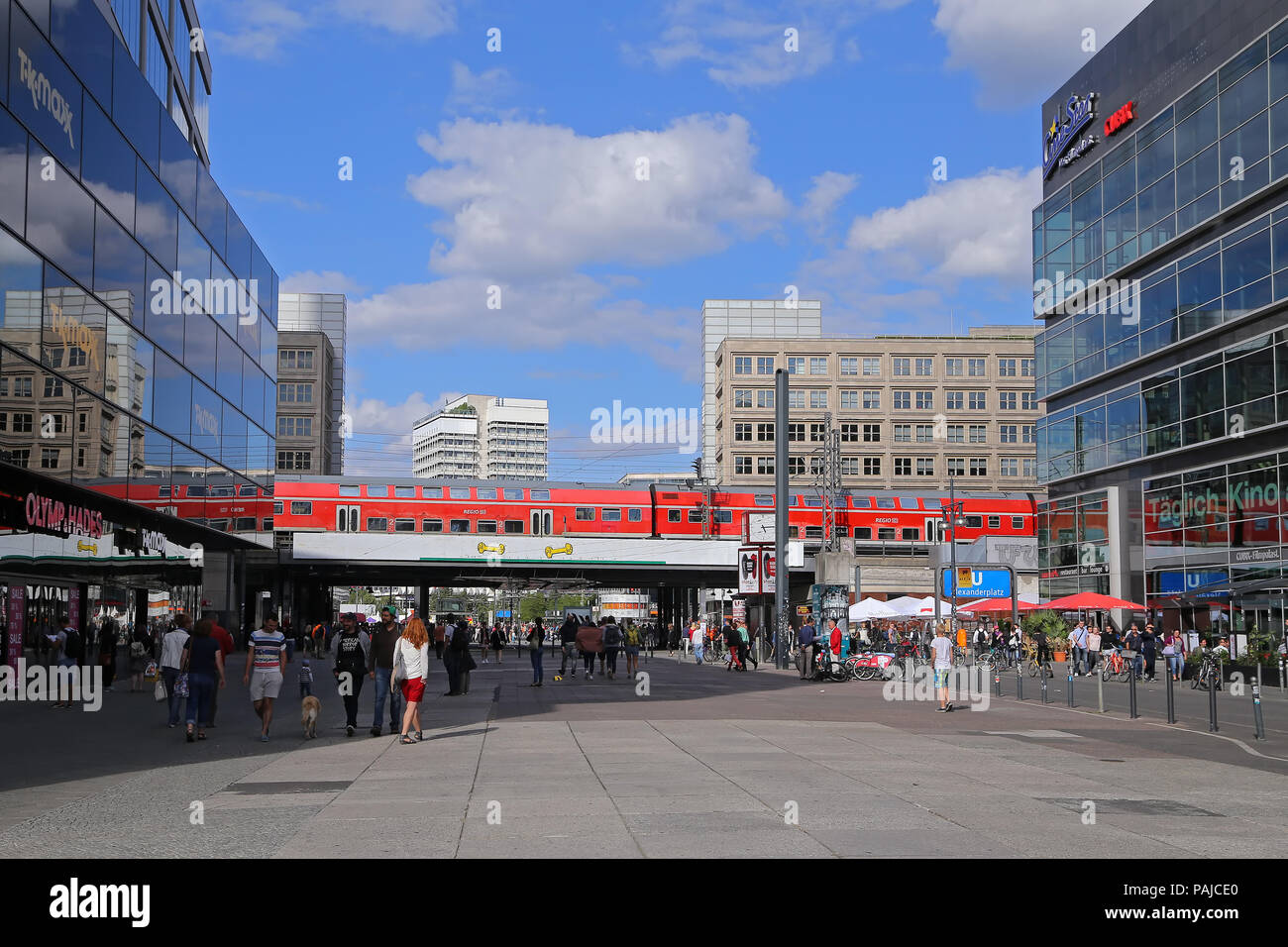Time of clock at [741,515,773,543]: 5:14
